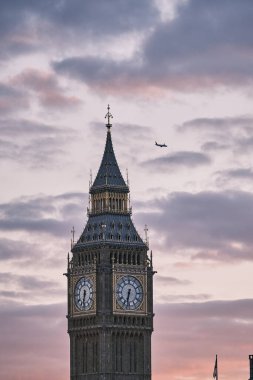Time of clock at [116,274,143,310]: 6:32
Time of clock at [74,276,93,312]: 6:32
